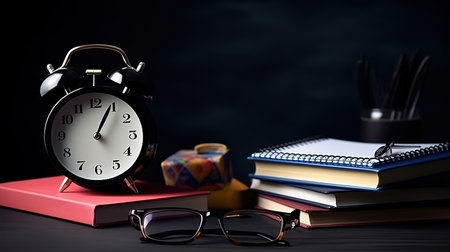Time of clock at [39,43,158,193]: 1:04
